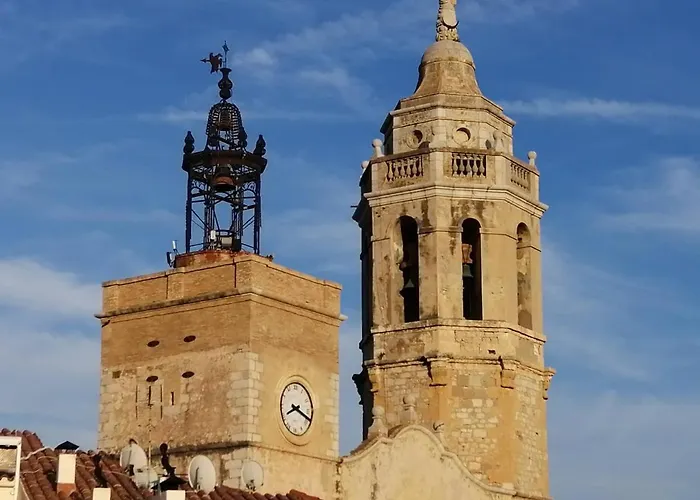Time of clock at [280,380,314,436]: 8:18
